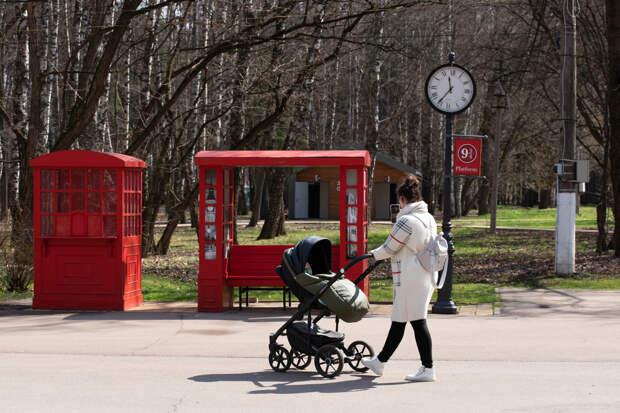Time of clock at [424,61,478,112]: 11:35
